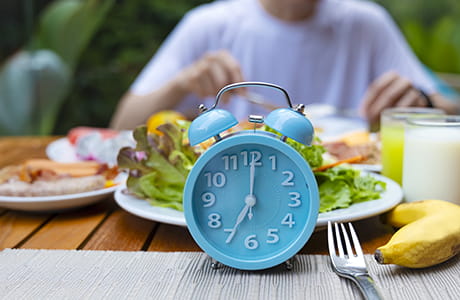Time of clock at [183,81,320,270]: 7:00
